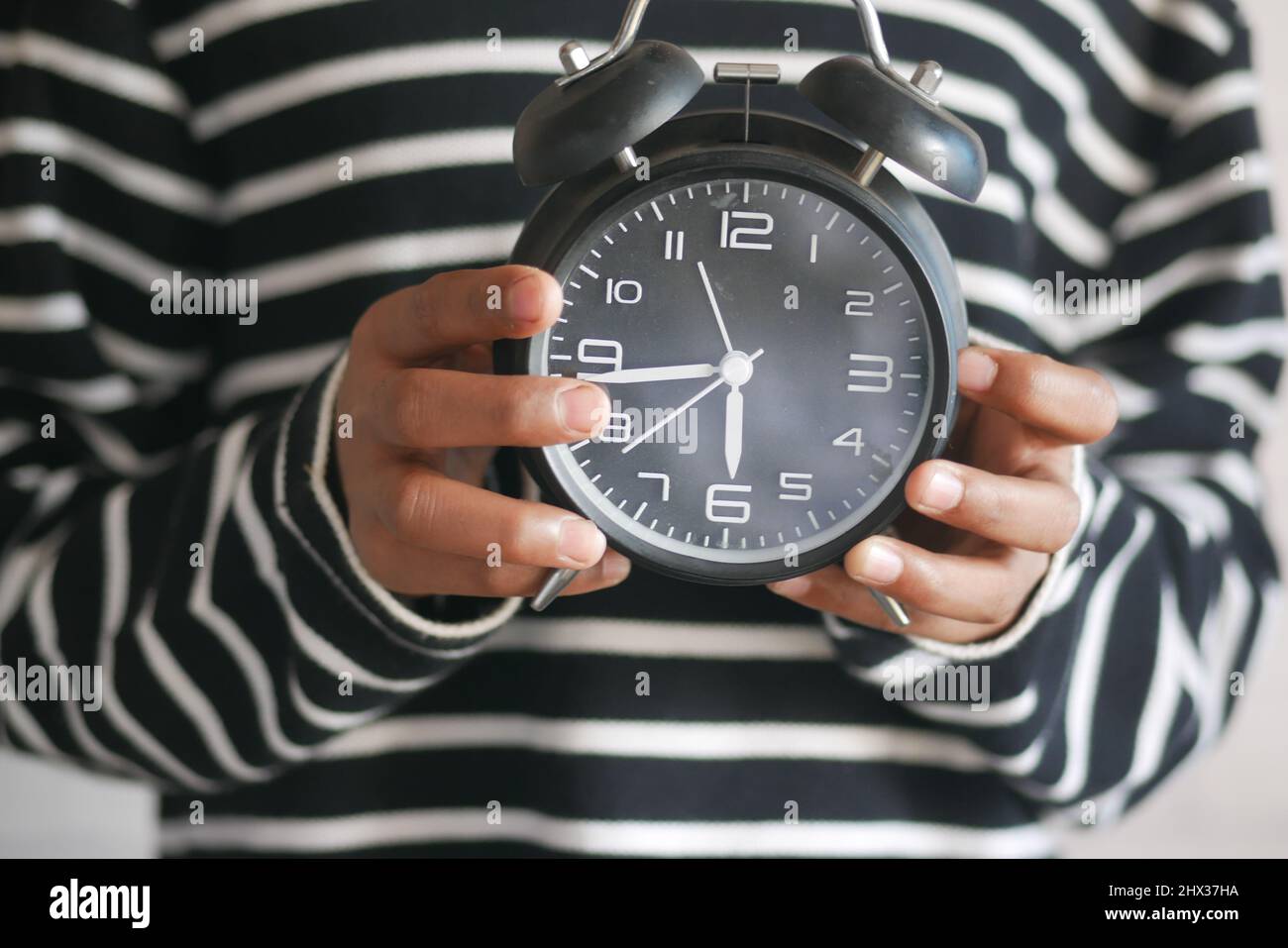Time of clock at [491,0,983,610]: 5:43
